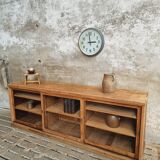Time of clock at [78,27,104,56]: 2:58
